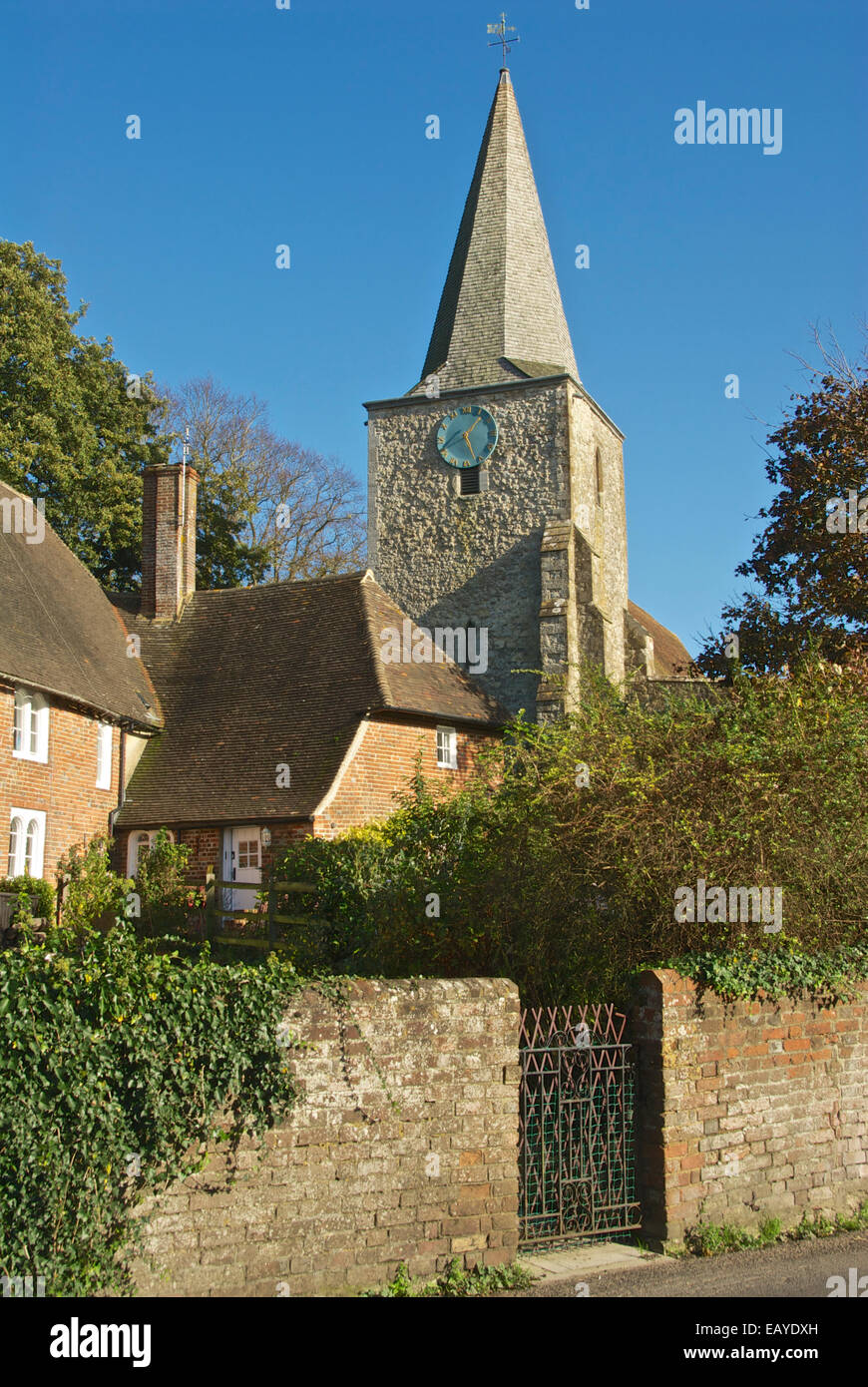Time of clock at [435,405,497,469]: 1:26
